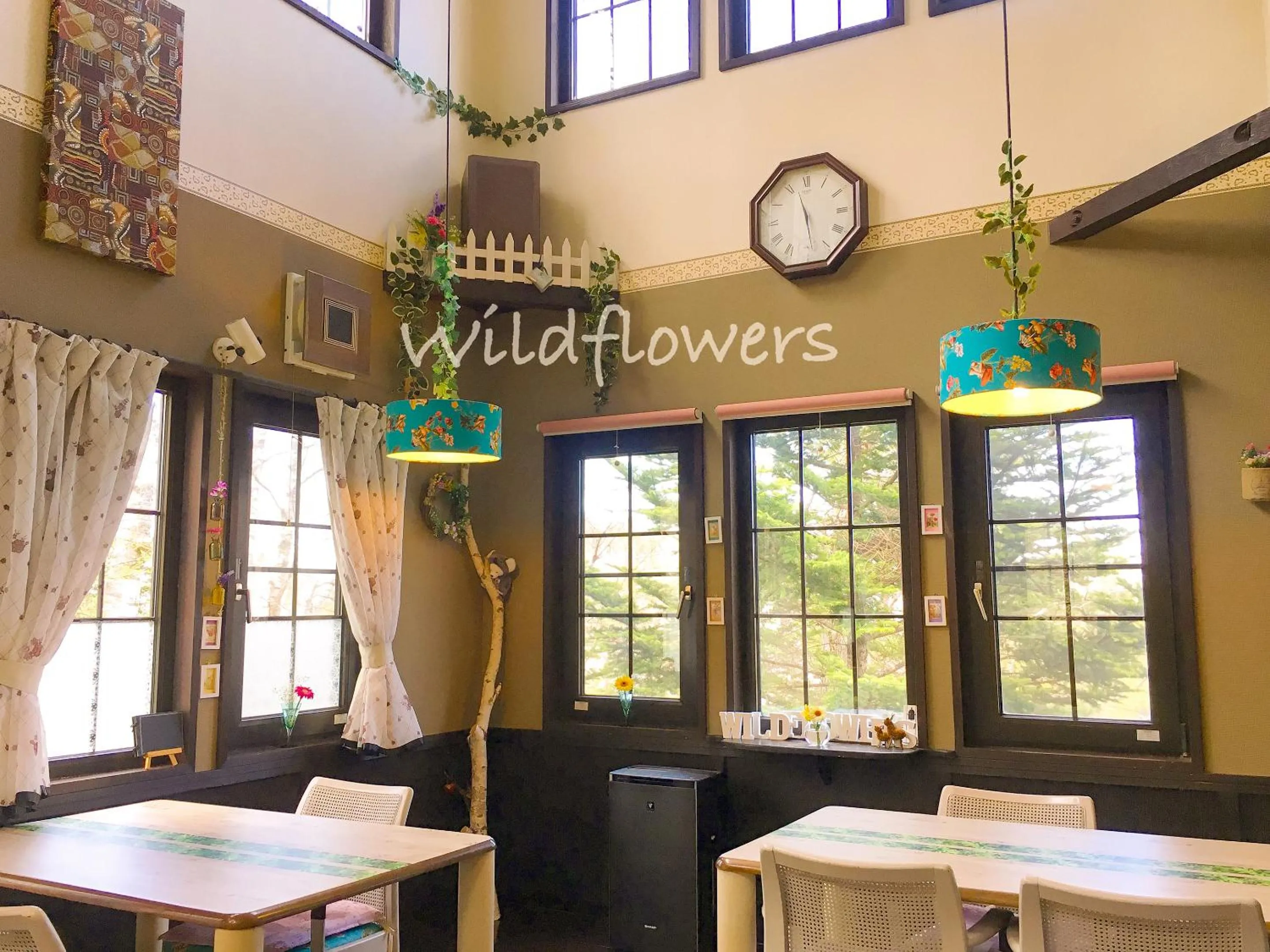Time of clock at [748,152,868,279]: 11:28
